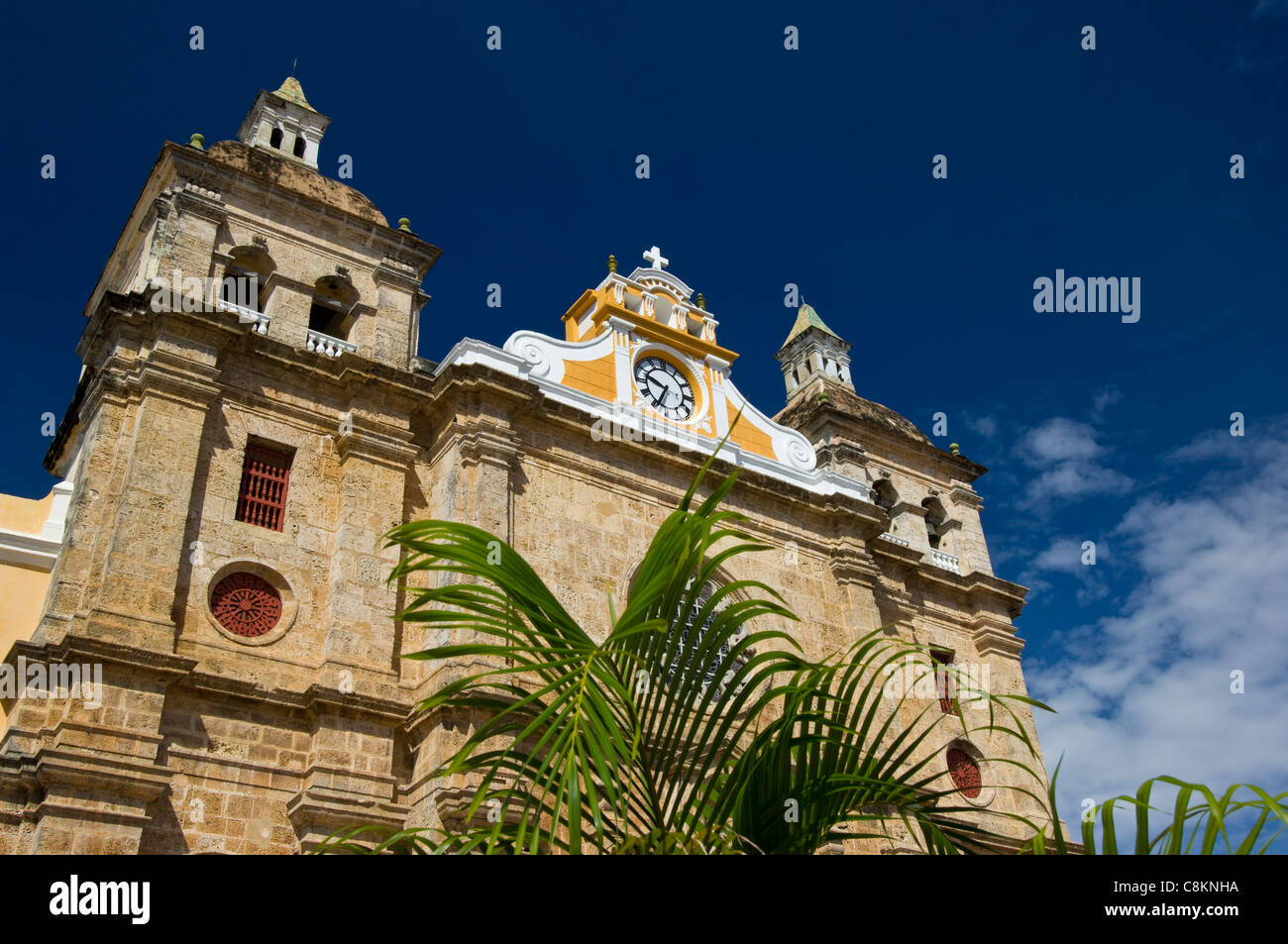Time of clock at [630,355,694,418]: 9:34
